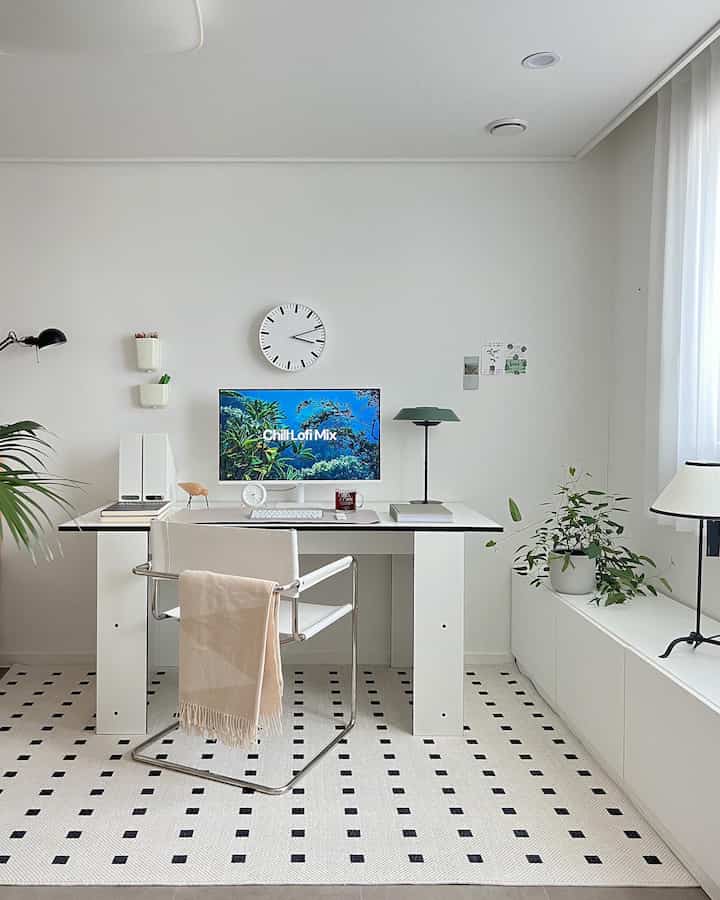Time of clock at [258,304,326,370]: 3:10
